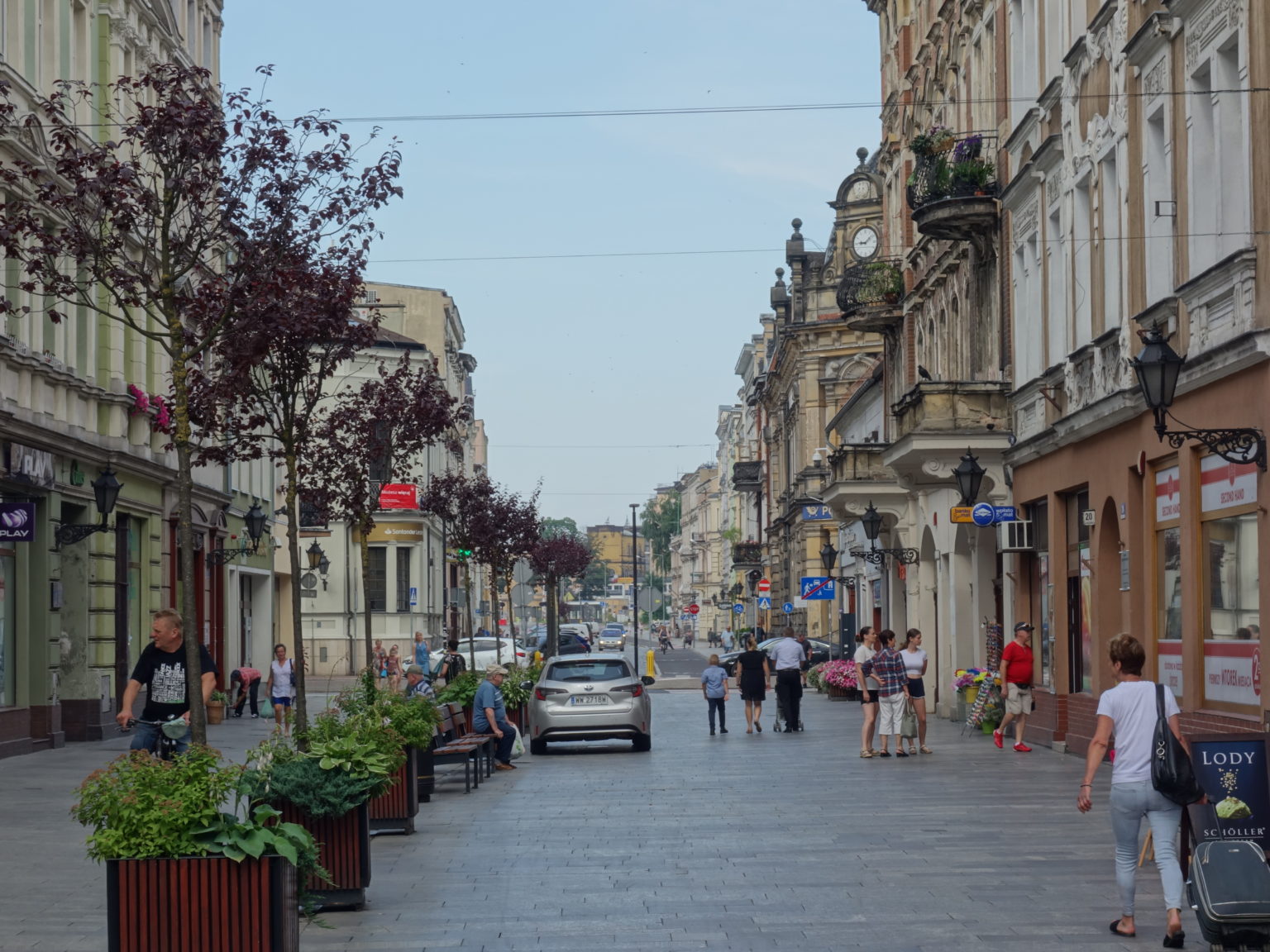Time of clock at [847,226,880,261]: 9:08
